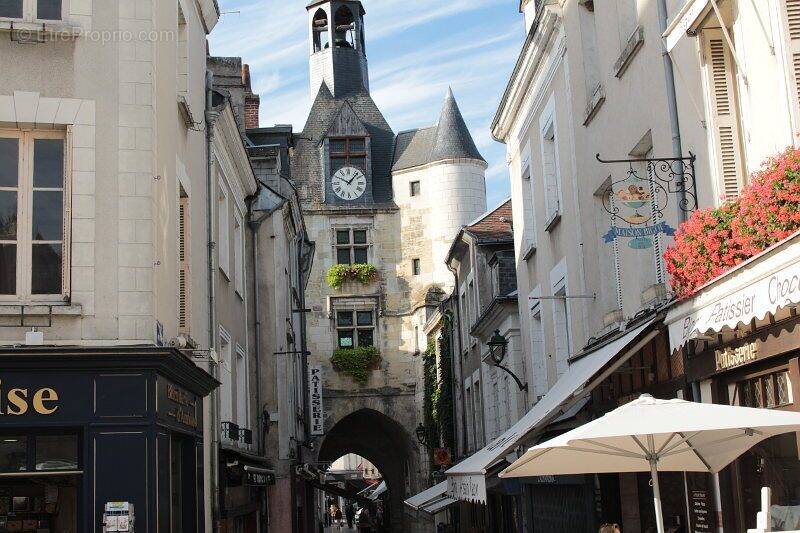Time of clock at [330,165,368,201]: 10:07
